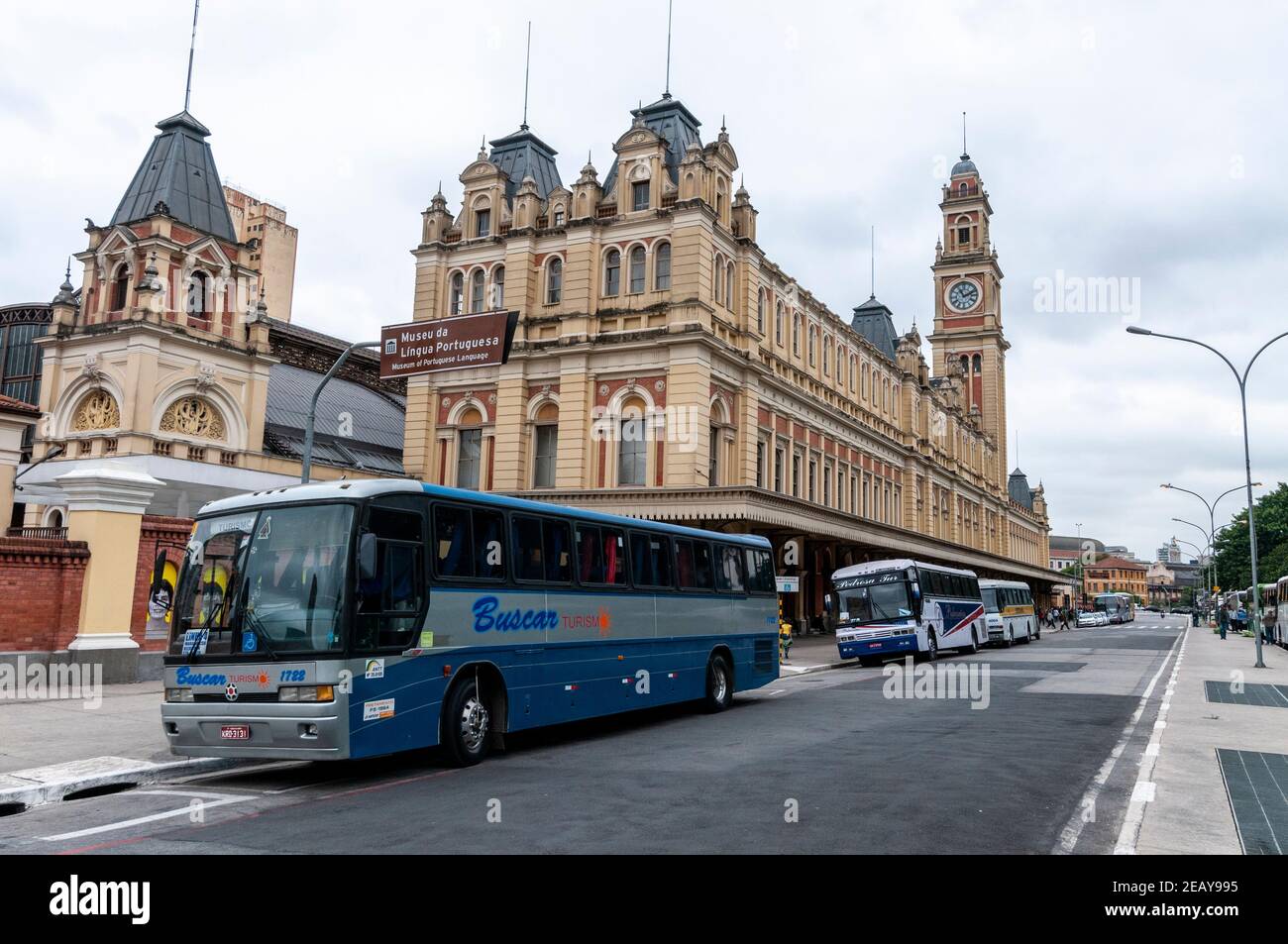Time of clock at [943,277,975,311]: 11:11
